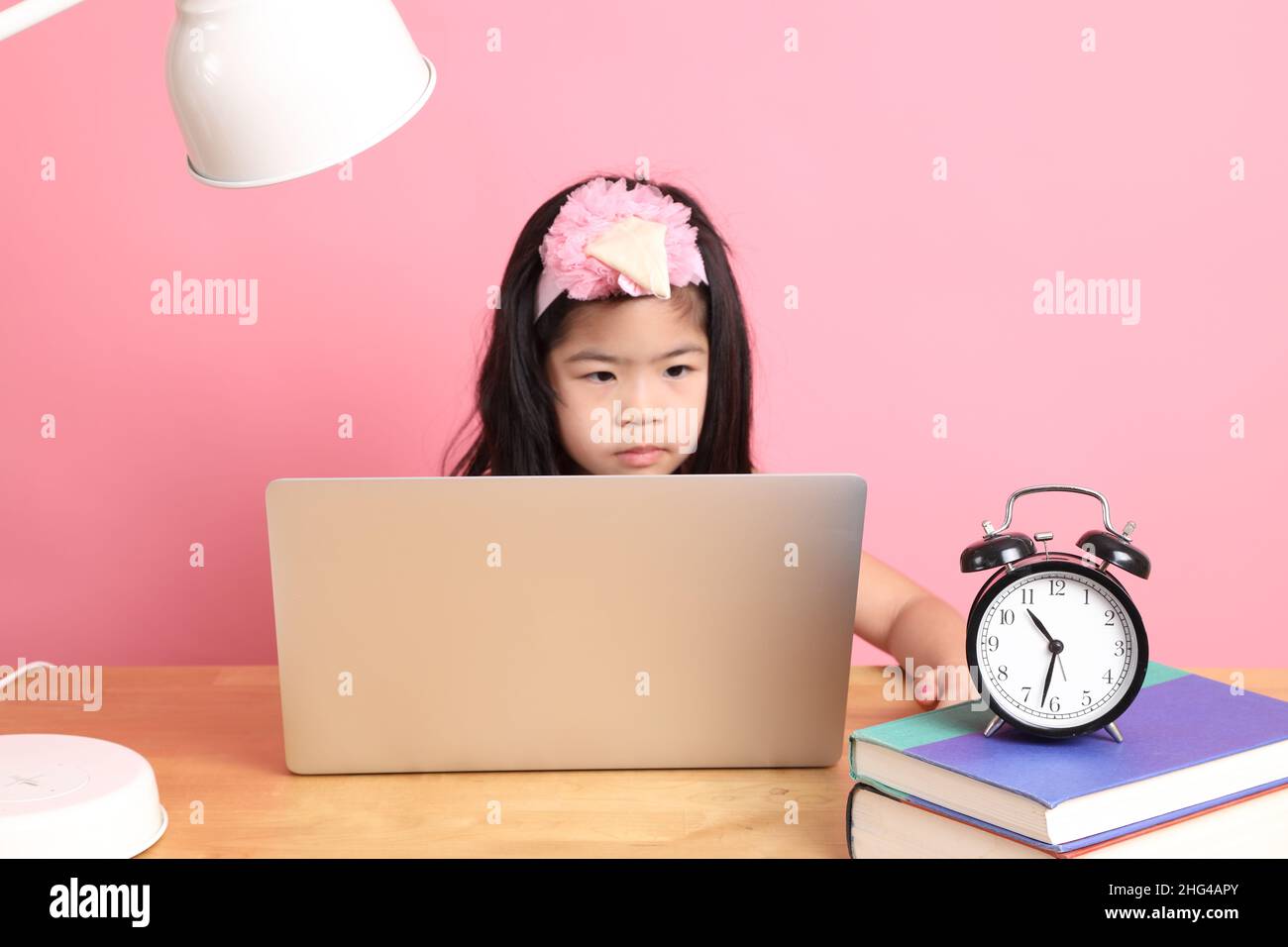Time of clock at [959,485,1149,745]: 10:32
